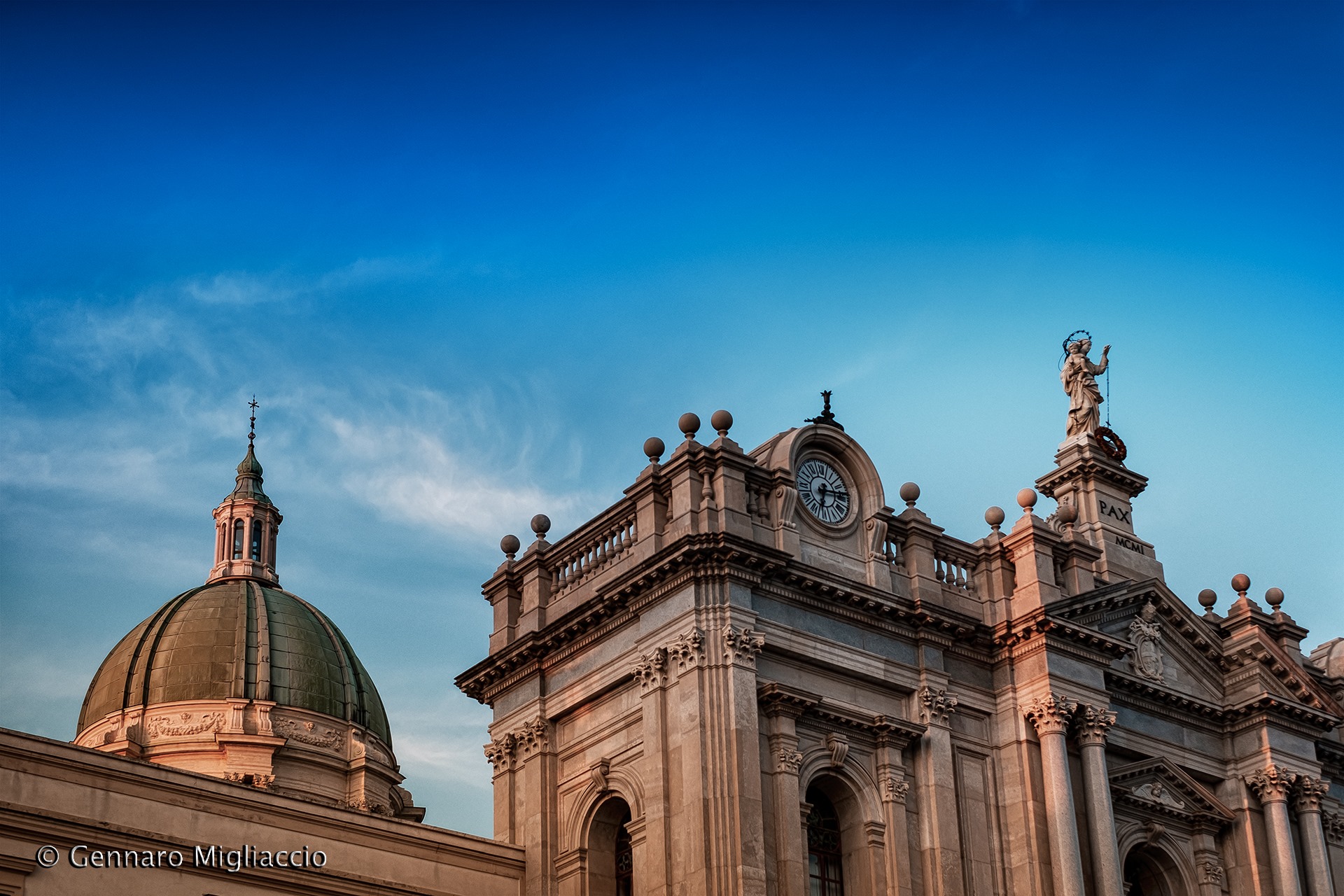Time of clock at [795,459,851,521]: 6:14
